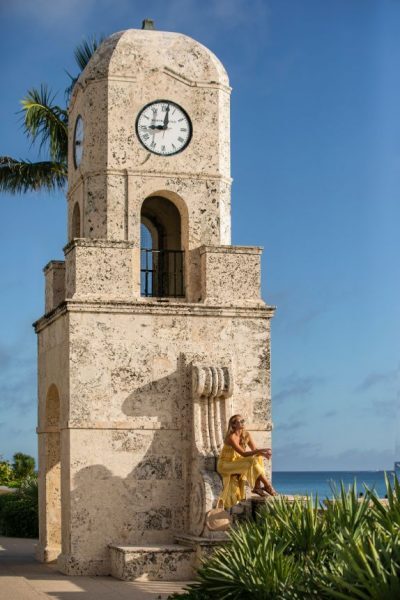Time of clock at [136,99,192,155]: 9:01
